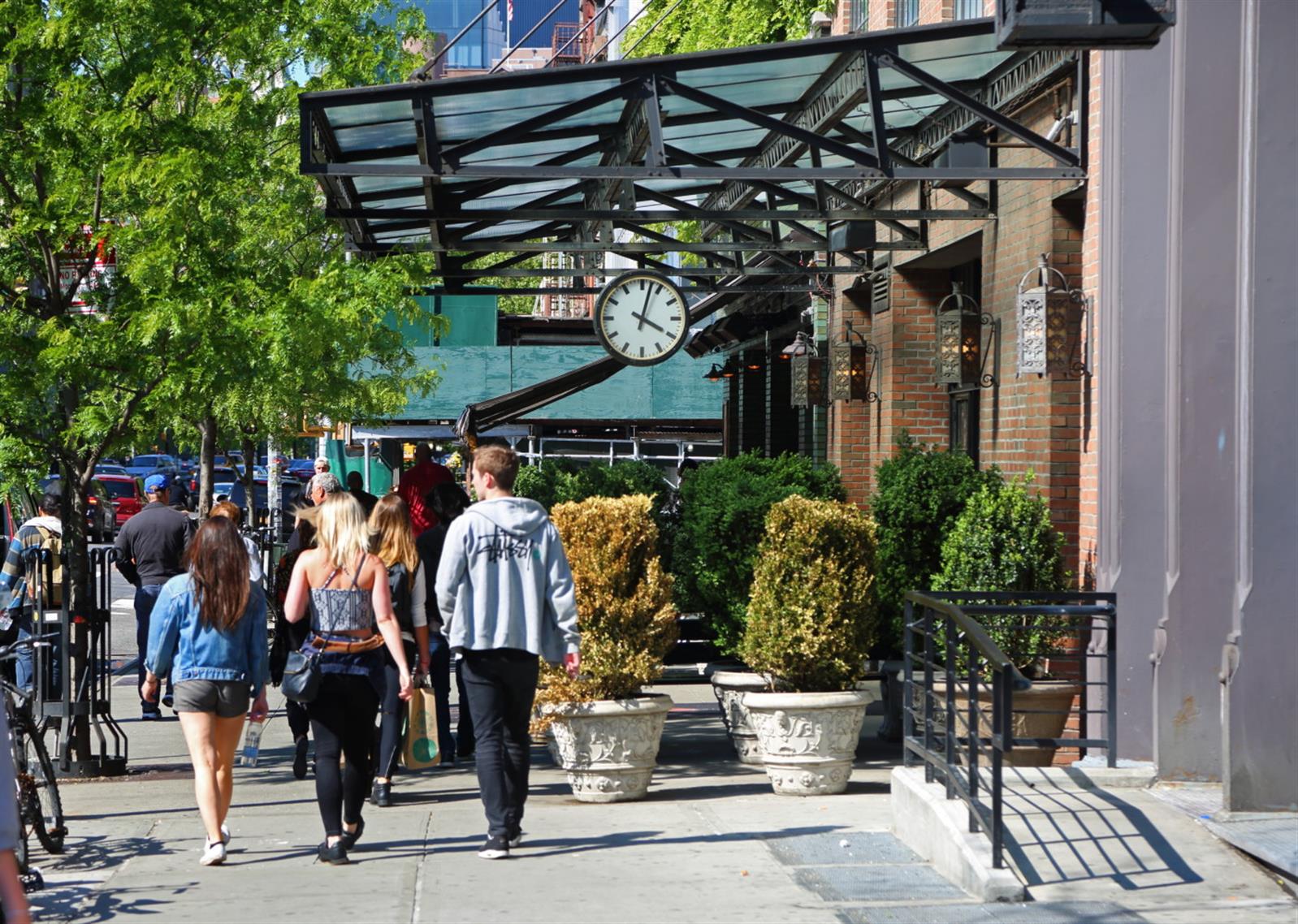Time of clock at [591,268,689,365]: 4:02
